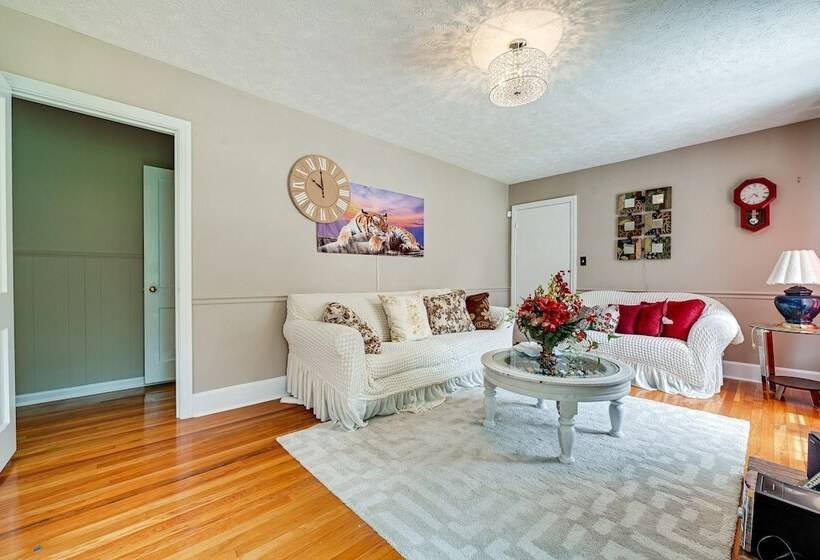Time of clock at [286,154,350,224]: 9:59
